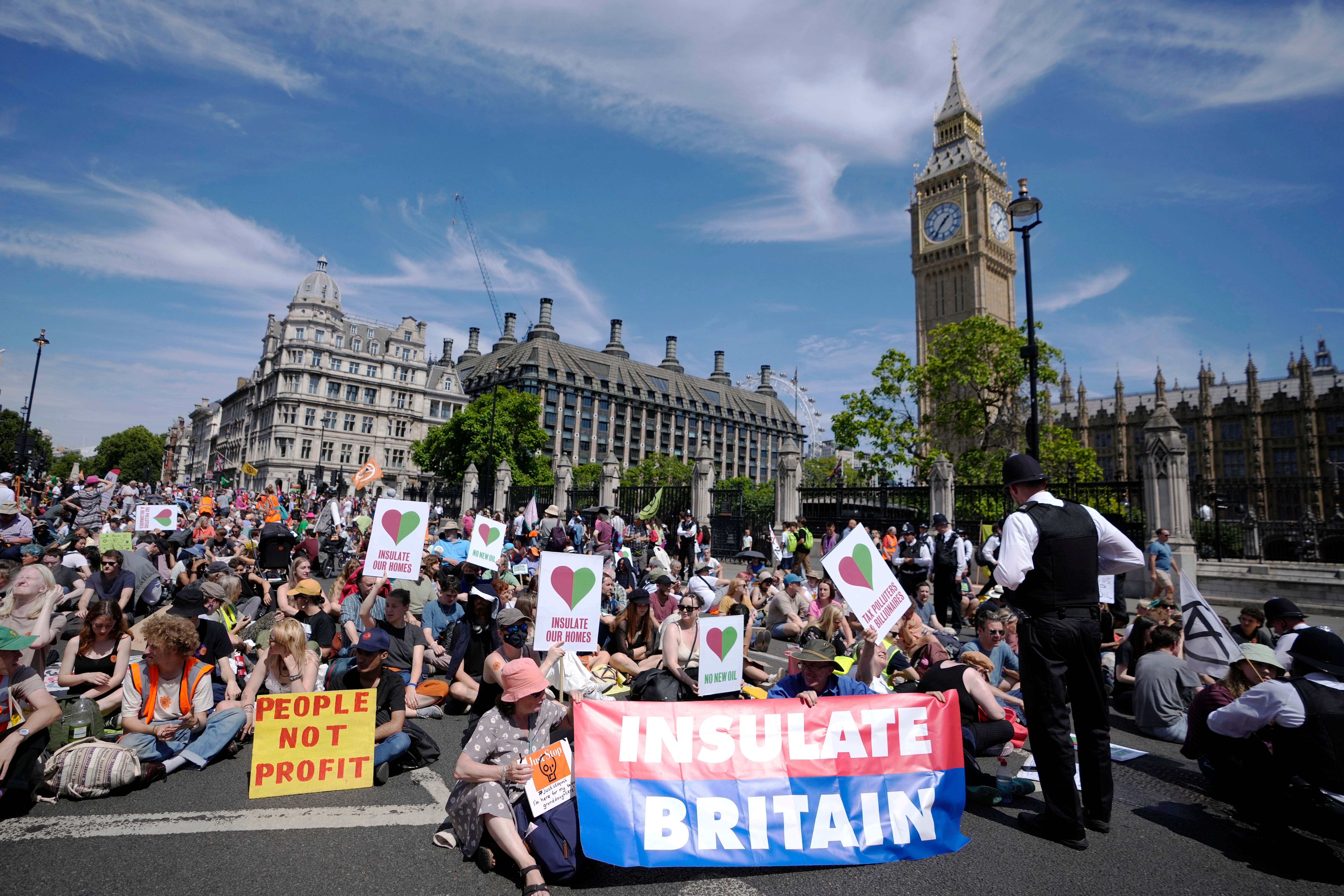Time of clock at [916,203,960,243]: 1:36
